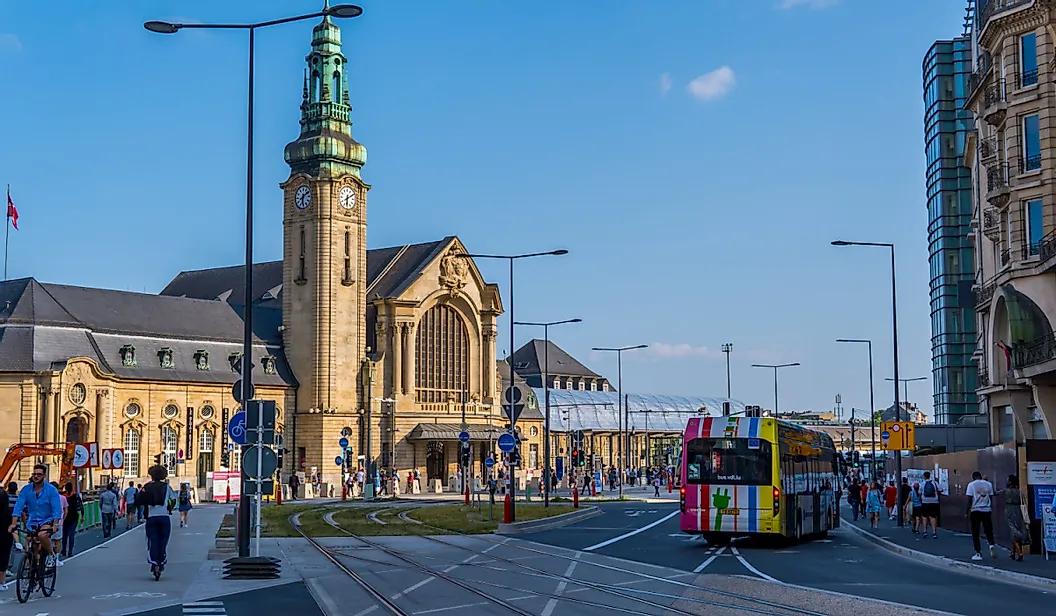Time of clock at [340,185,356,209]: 6:10
